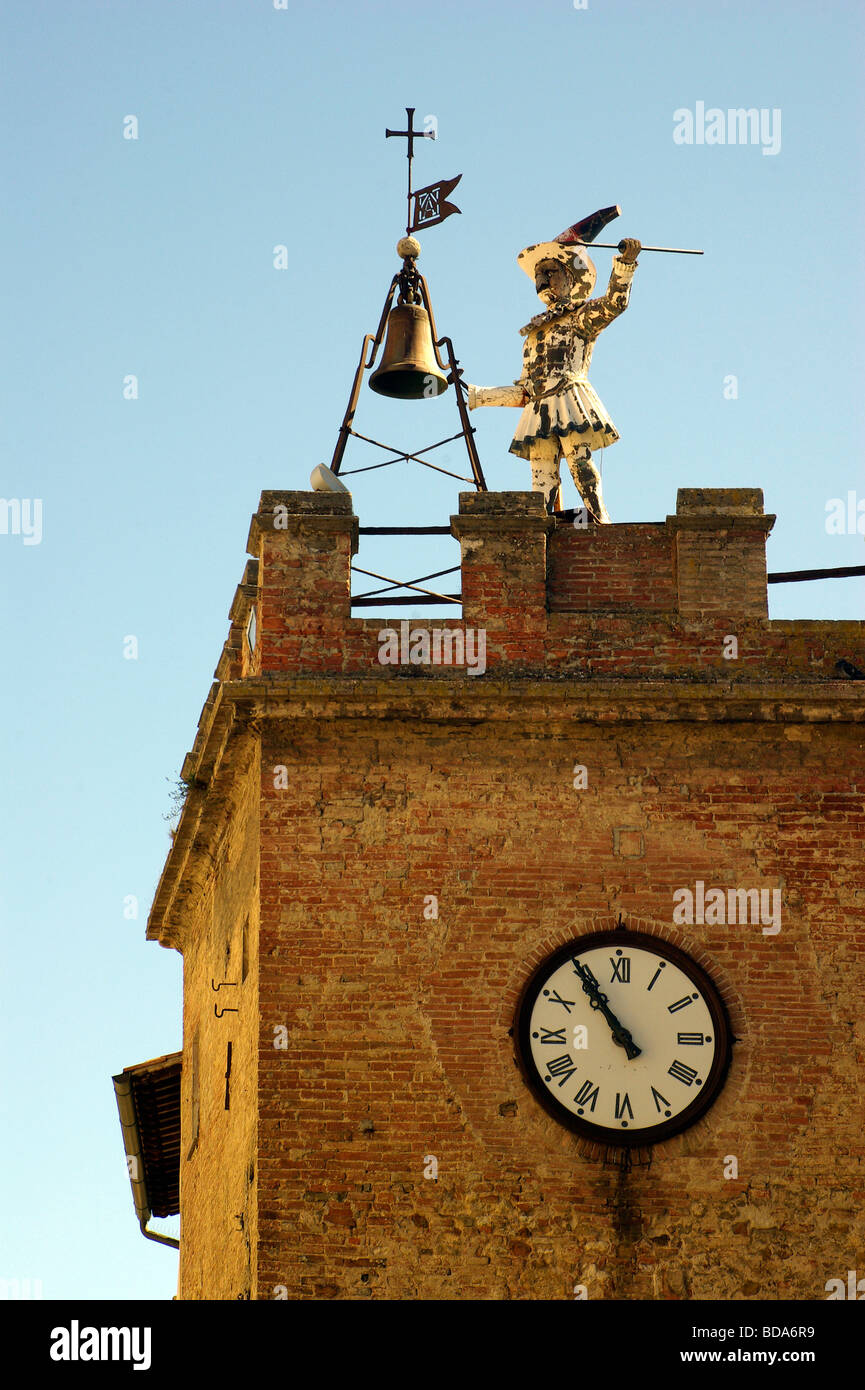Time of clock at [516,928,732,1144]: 10:54
